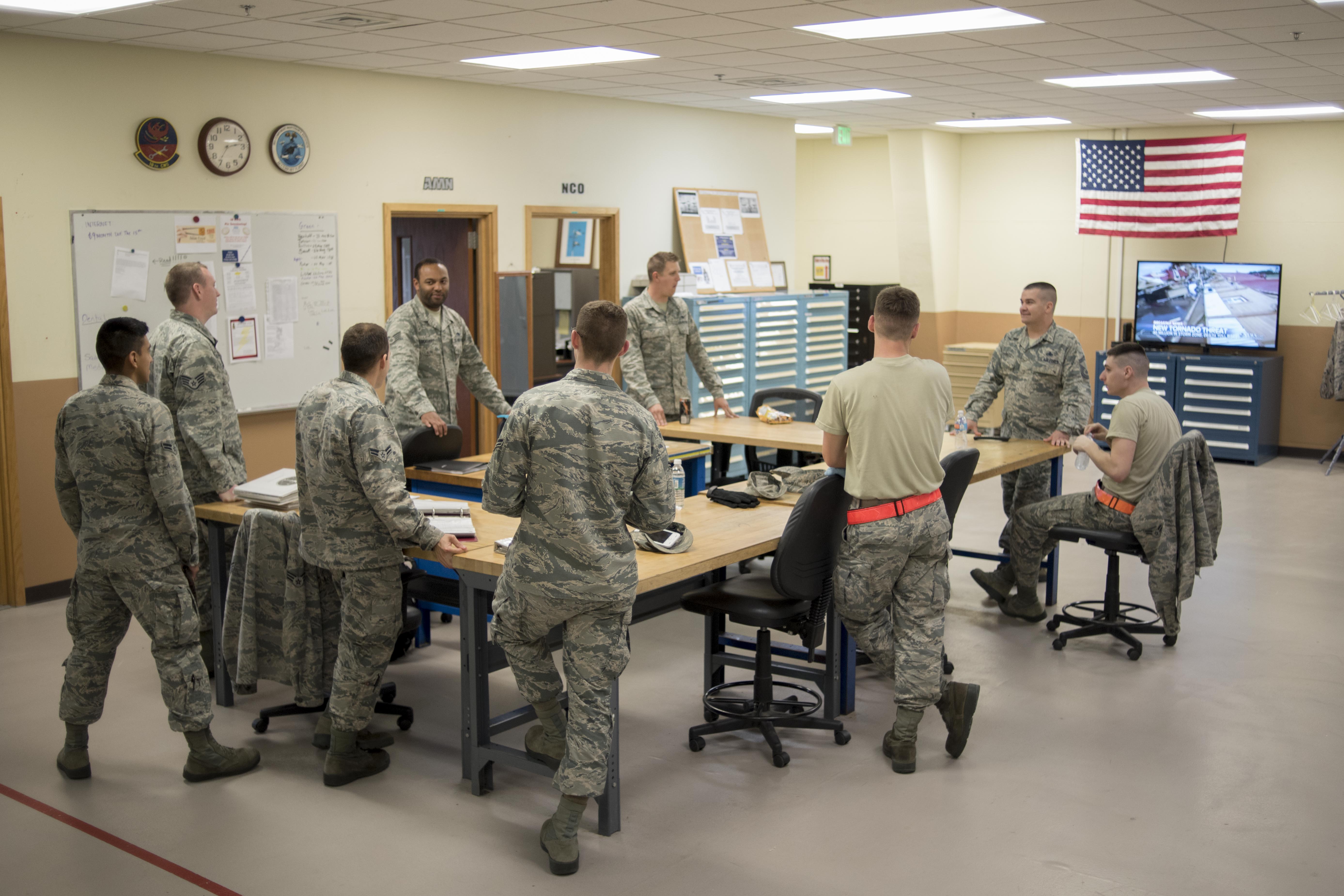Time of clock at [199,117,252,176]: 2:35
